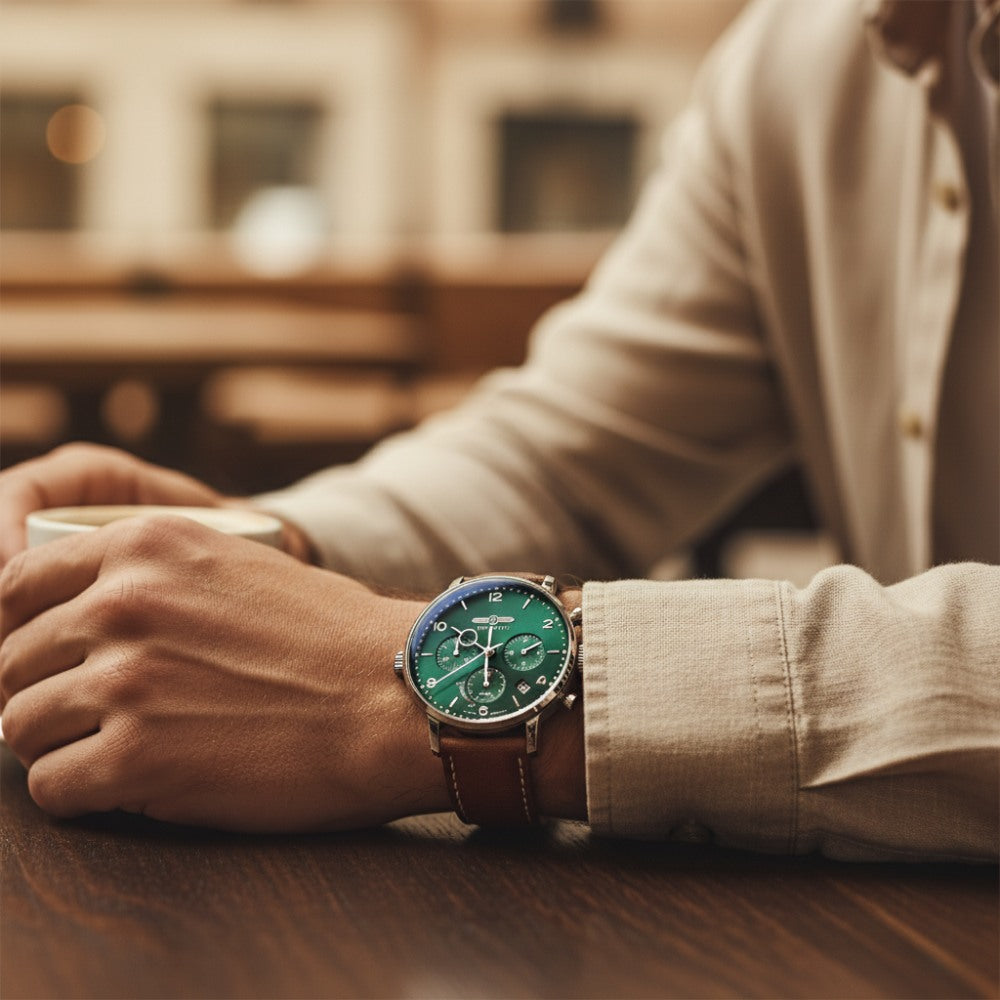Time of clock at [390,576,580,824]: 5:50
